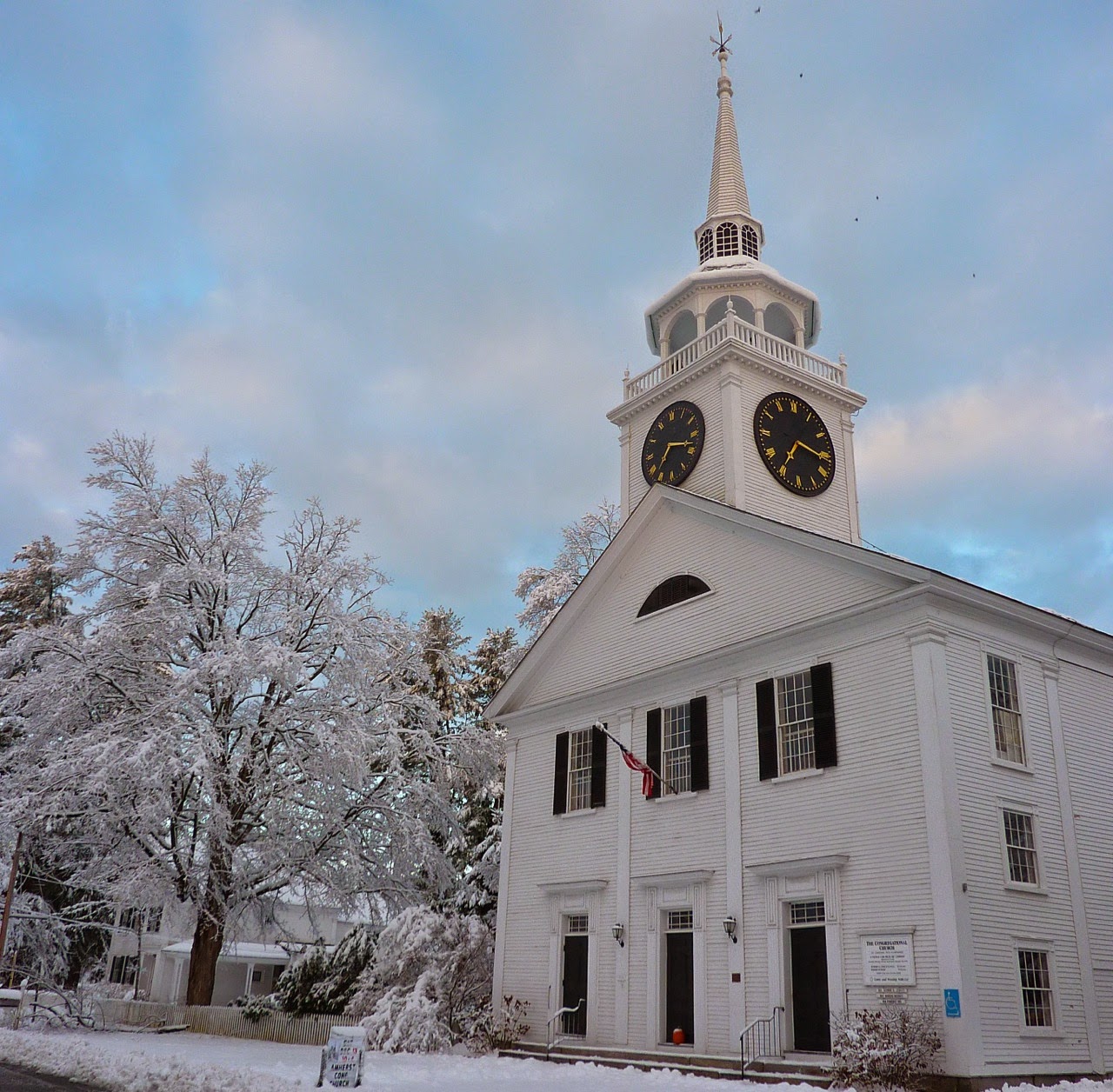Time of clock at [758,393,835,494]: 7:16
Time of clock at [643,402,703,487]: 7:17
